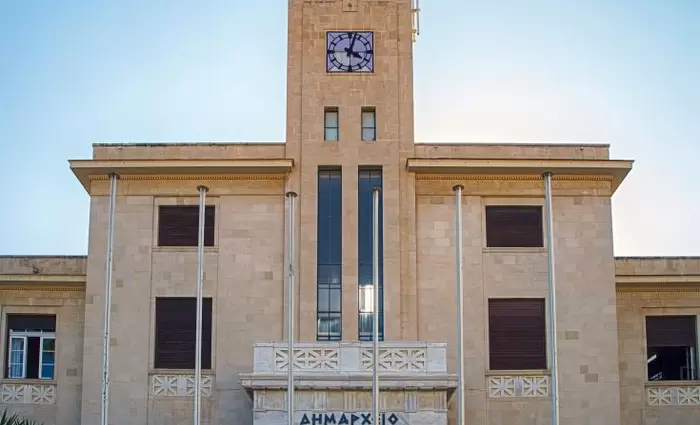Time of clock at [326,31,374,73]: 4:02
